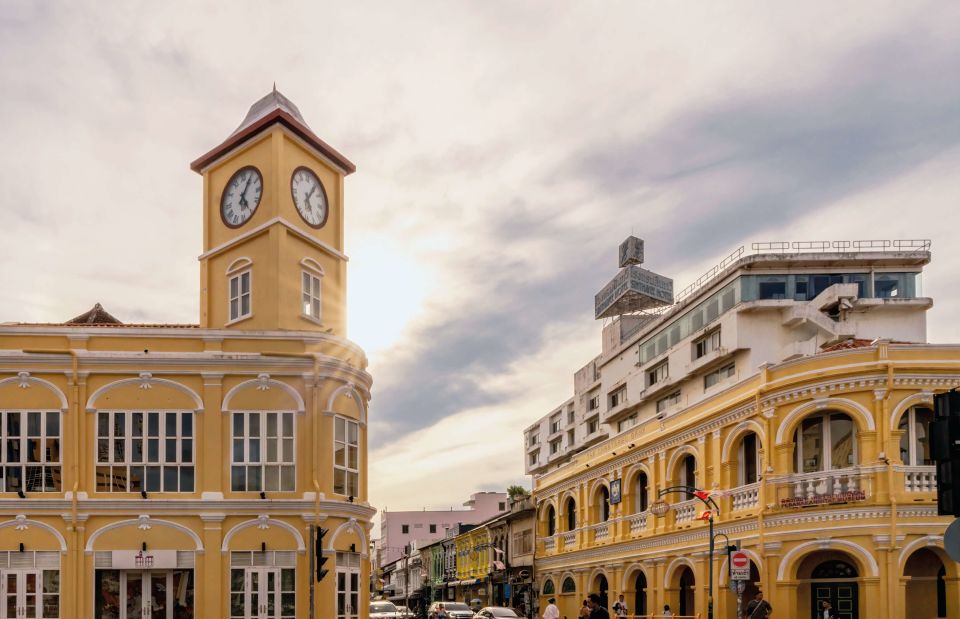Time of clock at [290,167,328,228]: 5:05
